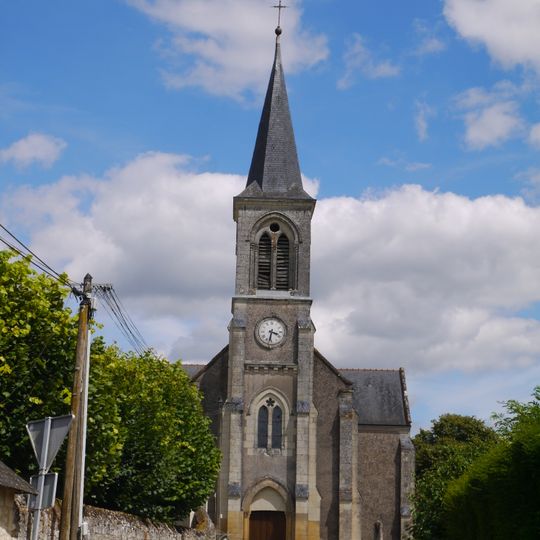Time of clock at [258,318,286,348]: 3:32
